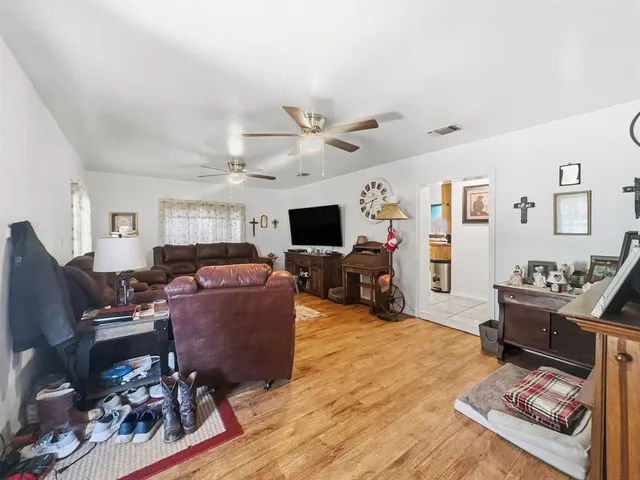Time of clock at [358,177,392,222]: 6:42
